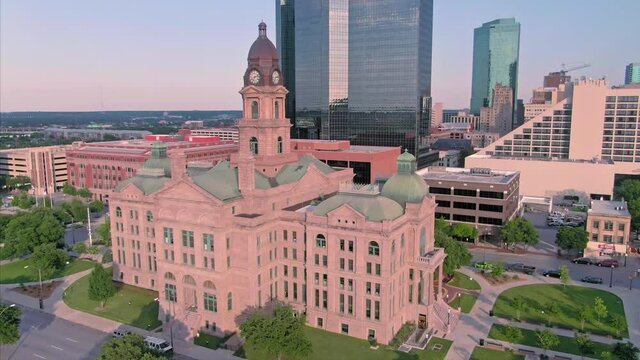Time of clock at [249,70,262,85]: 7:12
